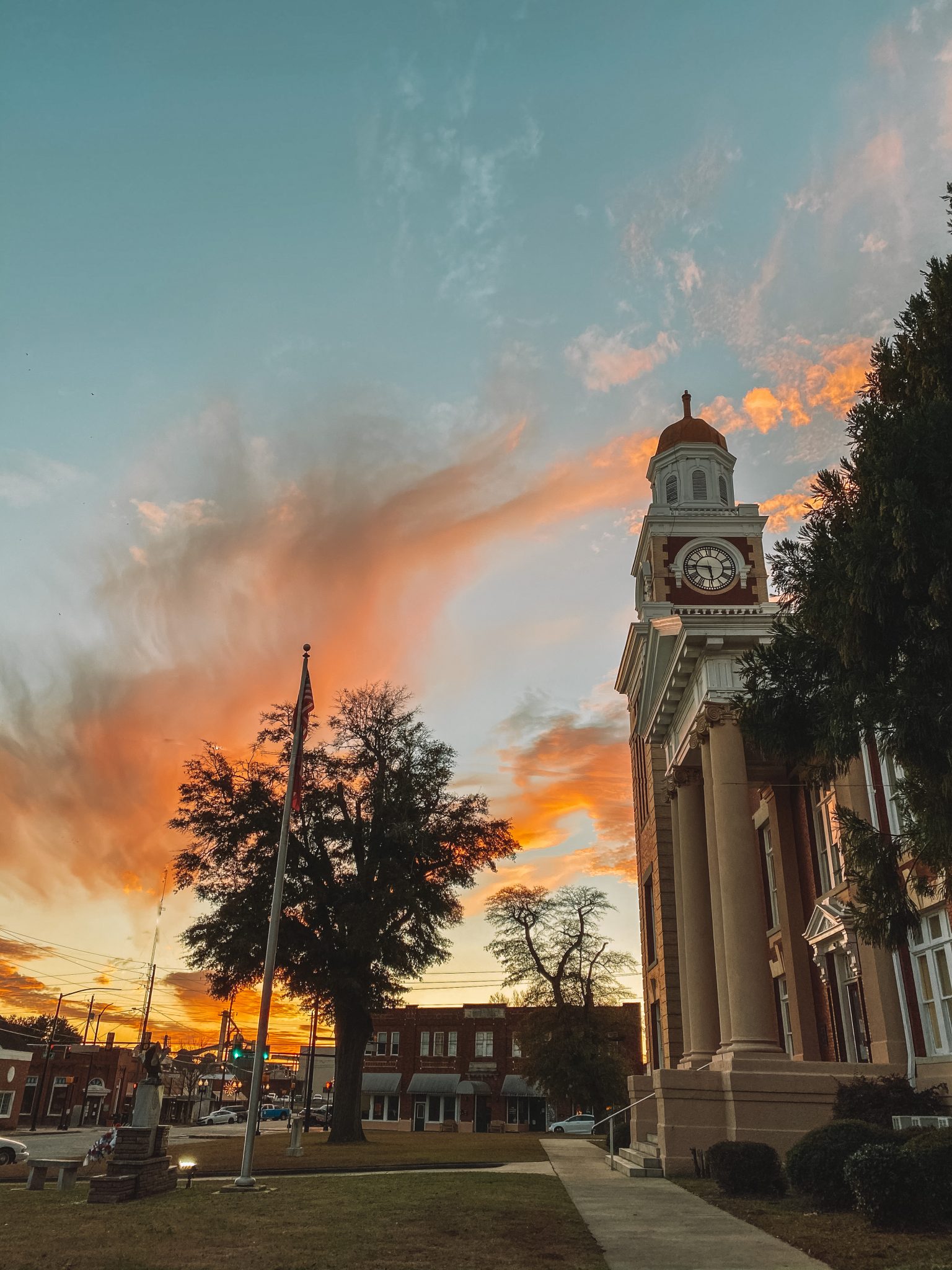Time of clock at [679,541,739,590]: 5:45
